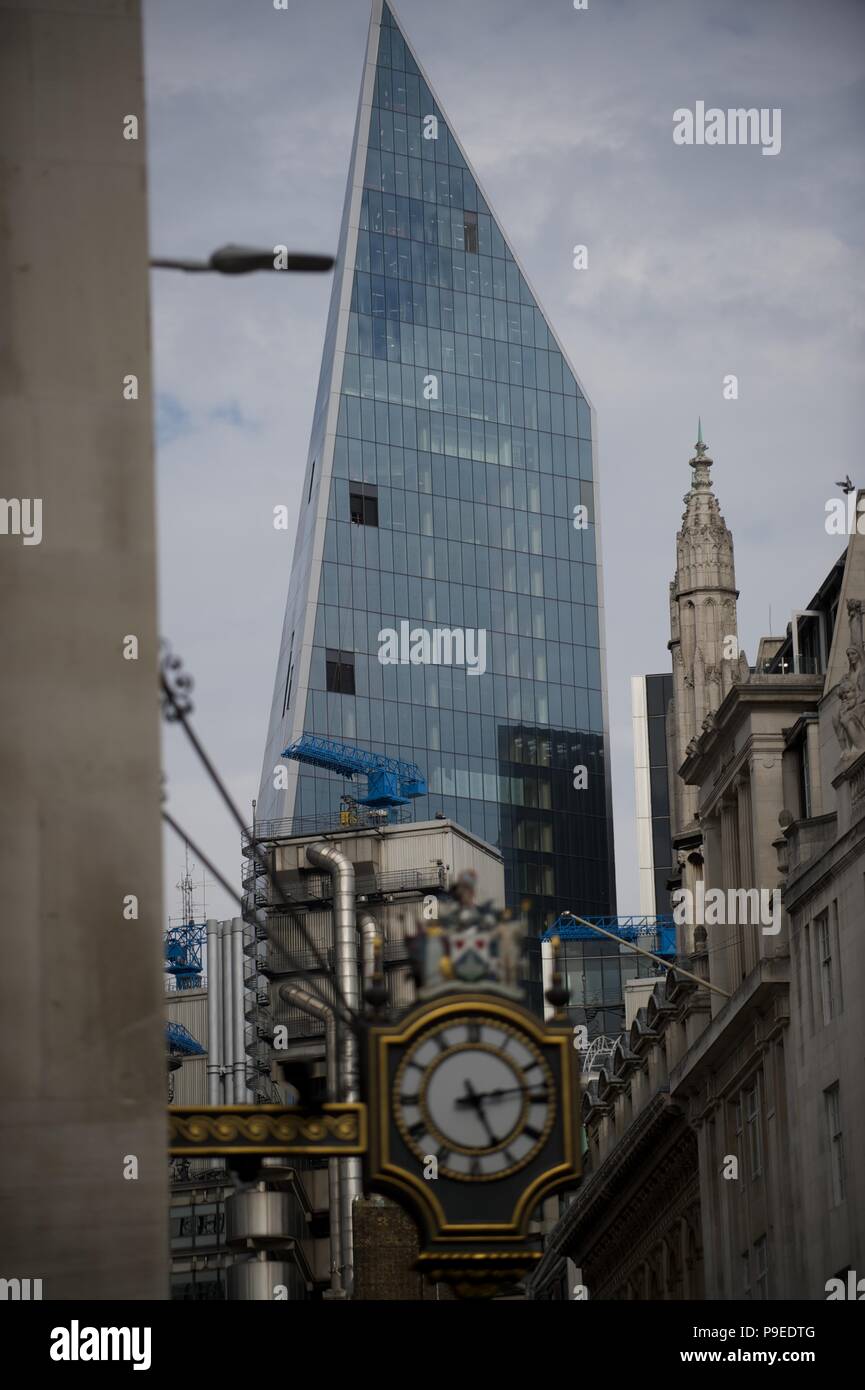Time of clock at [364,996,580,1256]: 5:13
